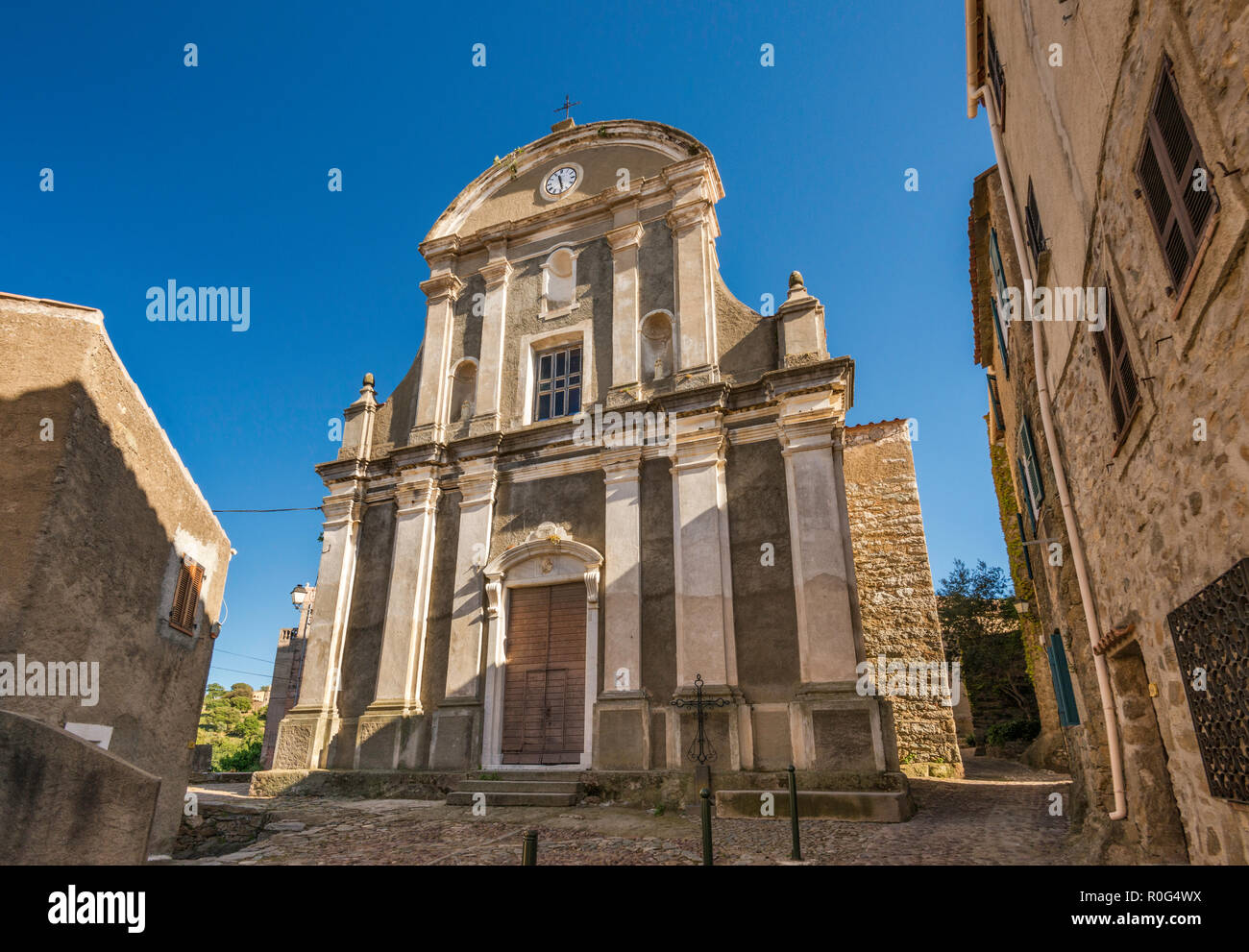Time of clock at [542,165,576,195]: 11:28
